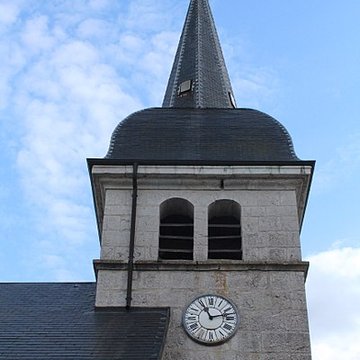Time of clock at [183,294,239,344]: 11:12
